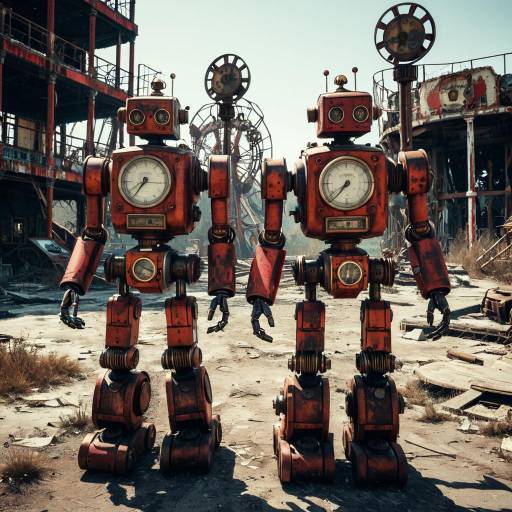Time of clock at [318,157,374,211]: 7:37
